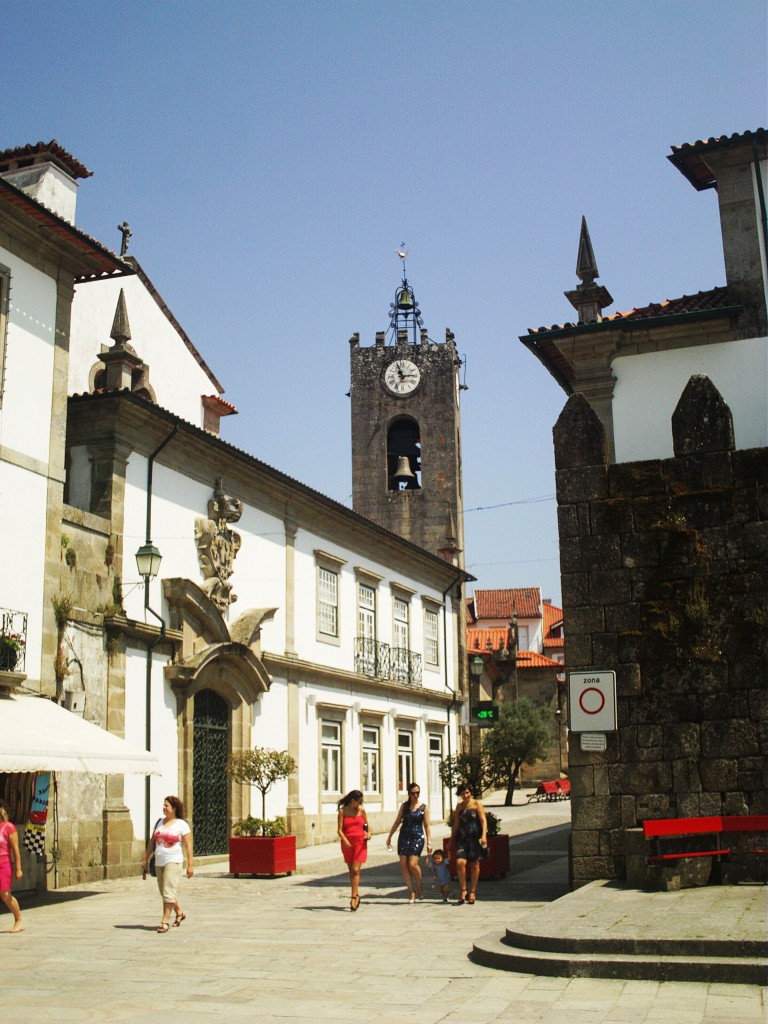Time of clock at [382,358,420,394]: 11:14
